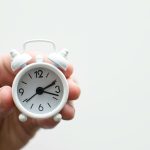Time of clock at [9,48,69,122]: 2:18
